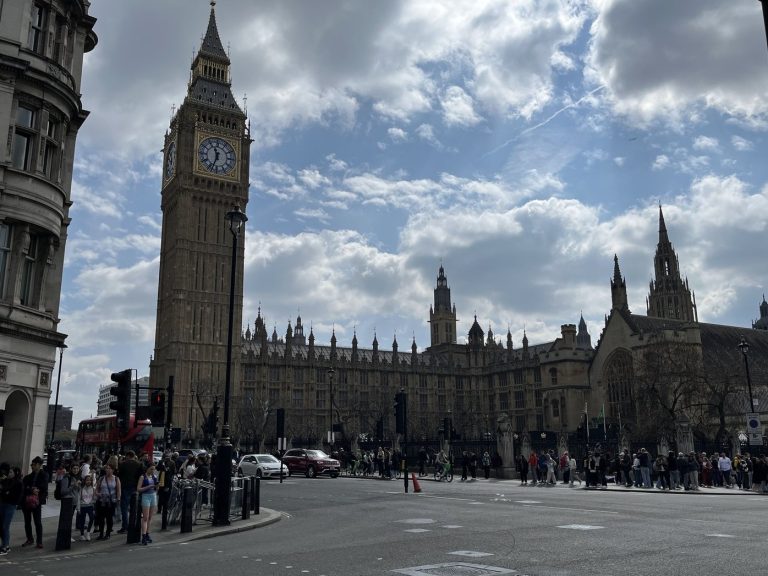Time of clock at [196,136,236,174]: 11:33
